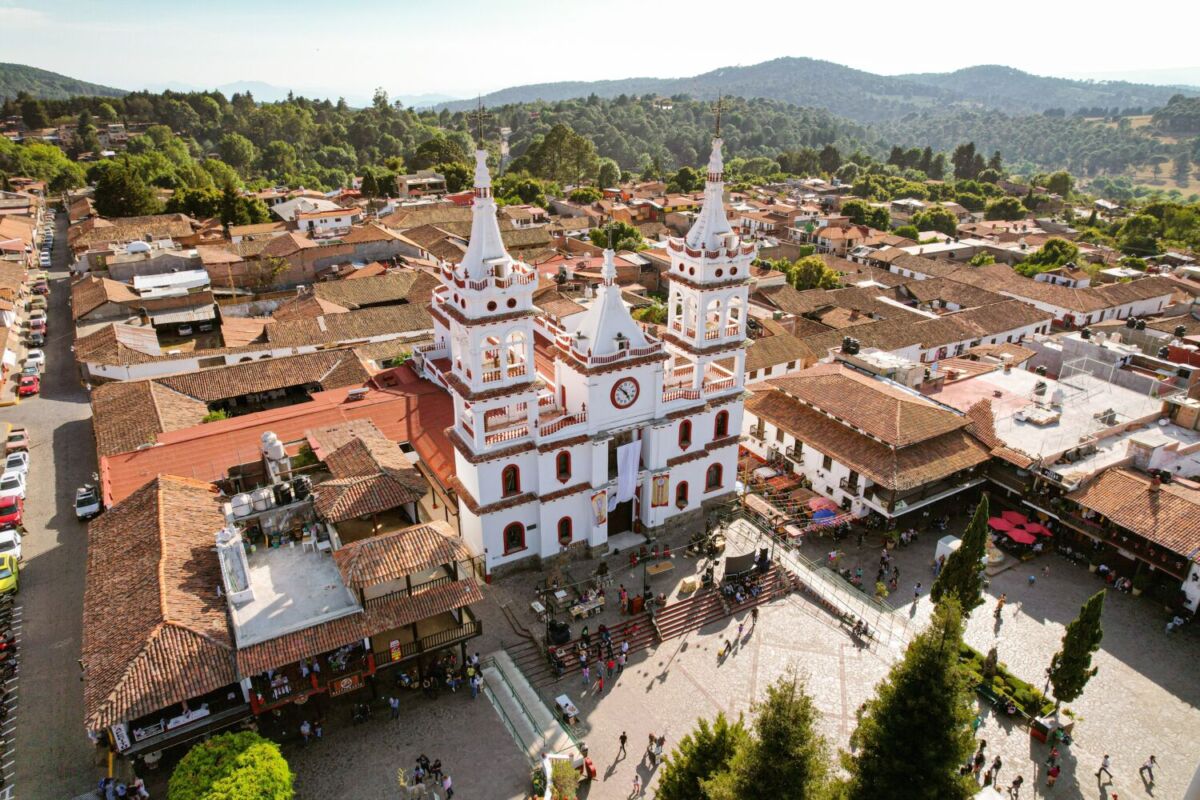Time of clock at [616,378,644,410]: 4:52
